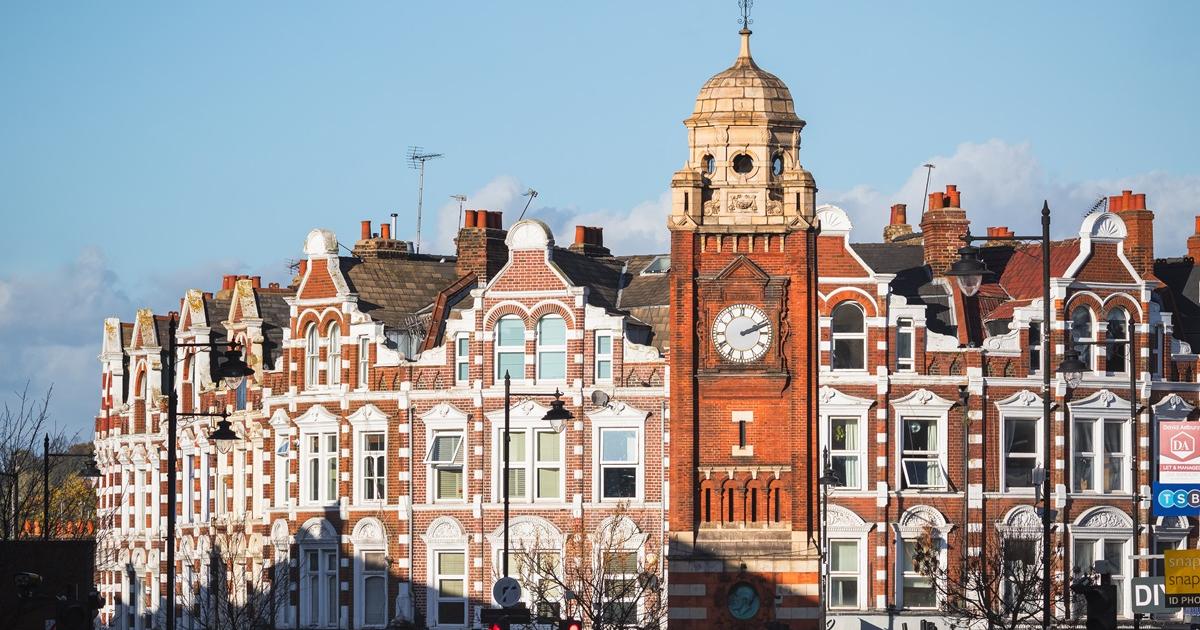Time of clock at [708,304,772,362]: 2:11
